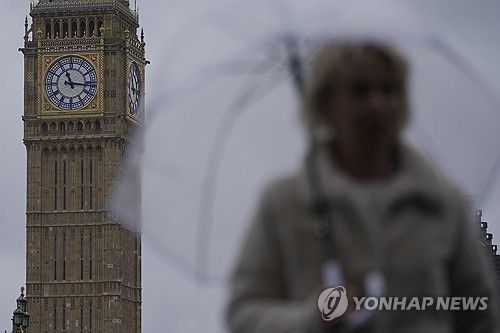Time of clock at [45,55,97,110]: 11:16
